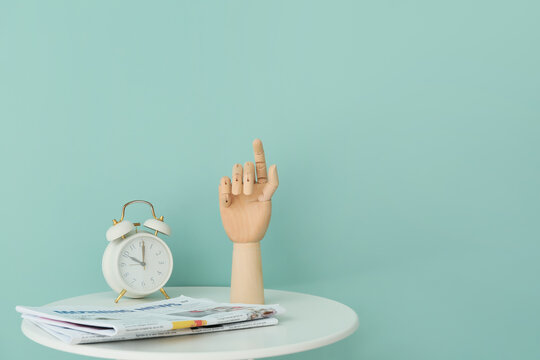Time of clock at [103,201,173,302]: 10:00
